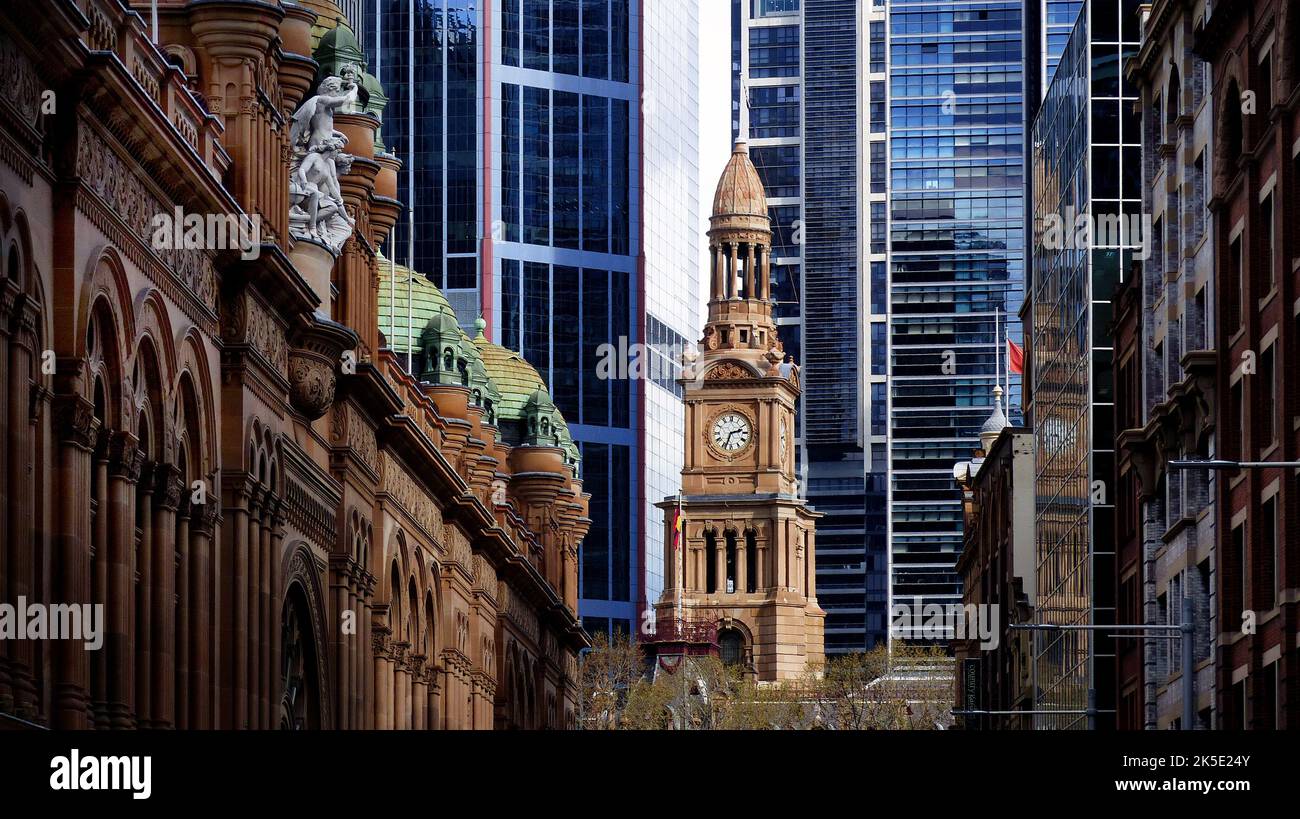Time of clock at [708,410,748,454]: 2:33
